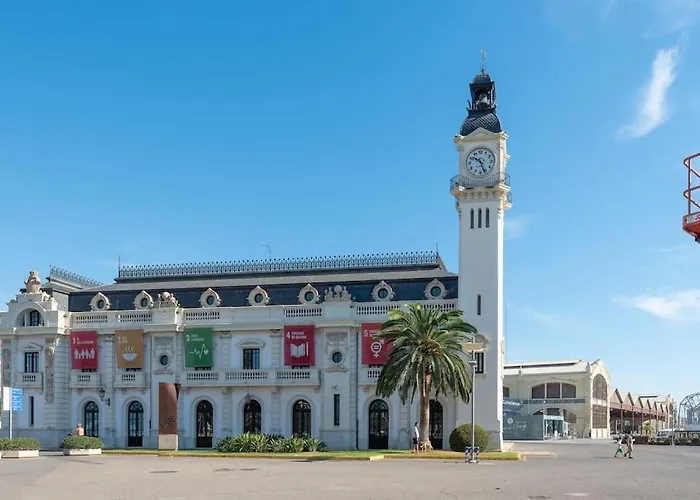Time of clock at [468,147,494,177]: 10:26
